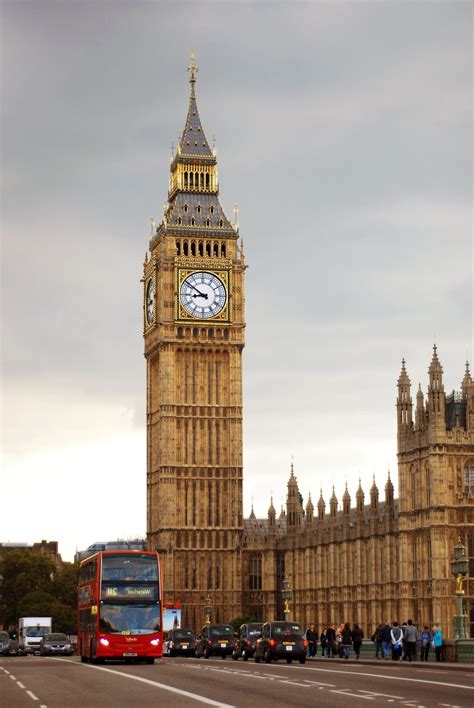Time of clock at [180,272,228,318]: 8:50
